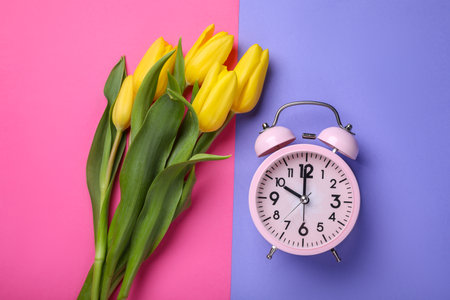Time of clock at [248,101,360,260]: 9:59
